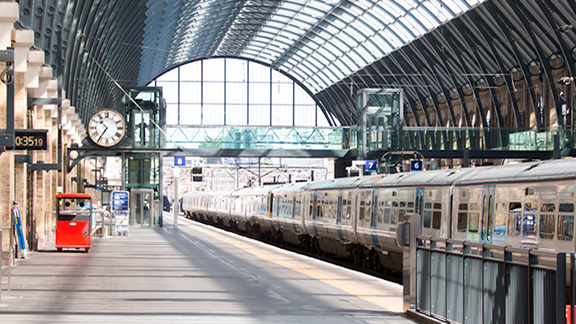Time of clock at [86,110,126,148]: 10:35
